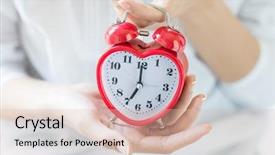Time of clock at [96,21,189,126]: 7:00
